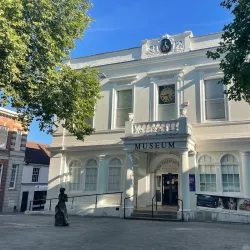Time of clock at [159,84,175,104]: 8:25
